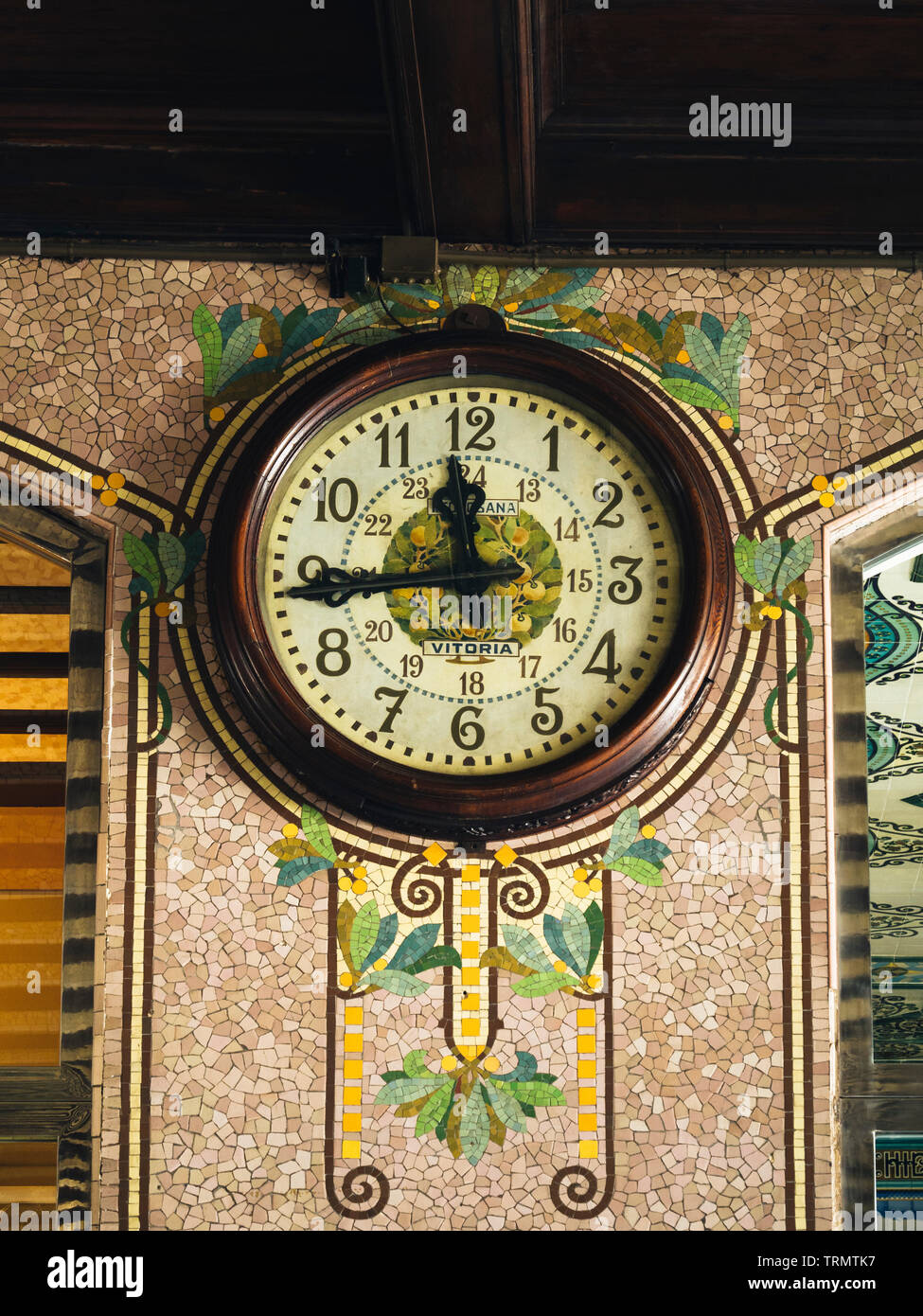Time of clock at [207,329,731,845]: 11:44
